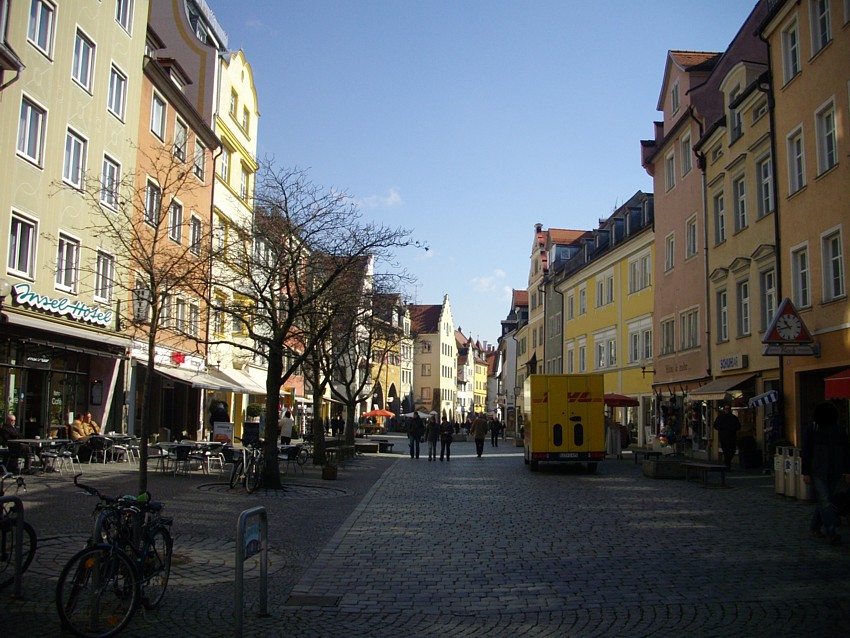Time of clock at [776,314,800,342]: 10:42
